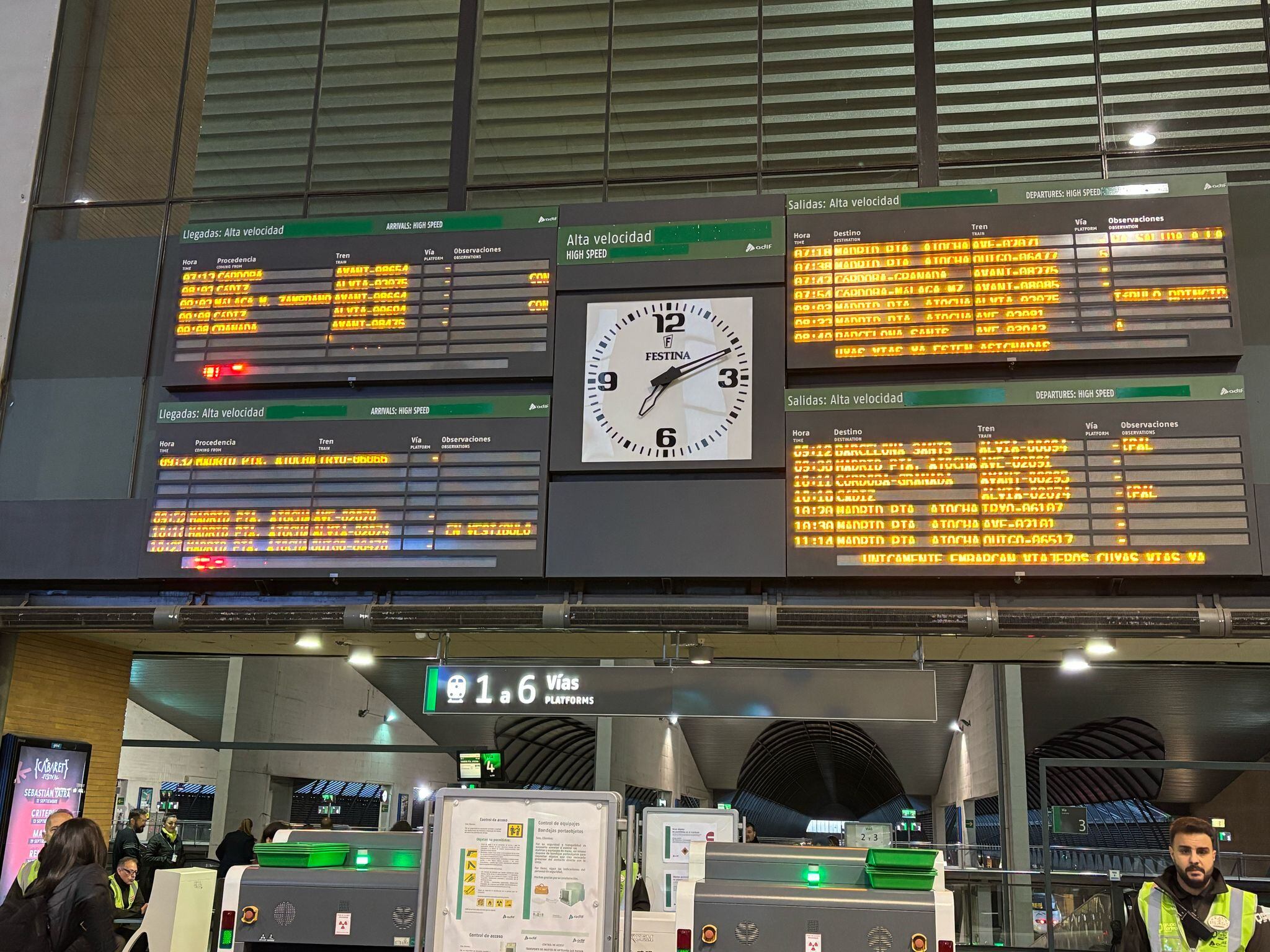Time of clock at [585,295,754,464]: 7:11
